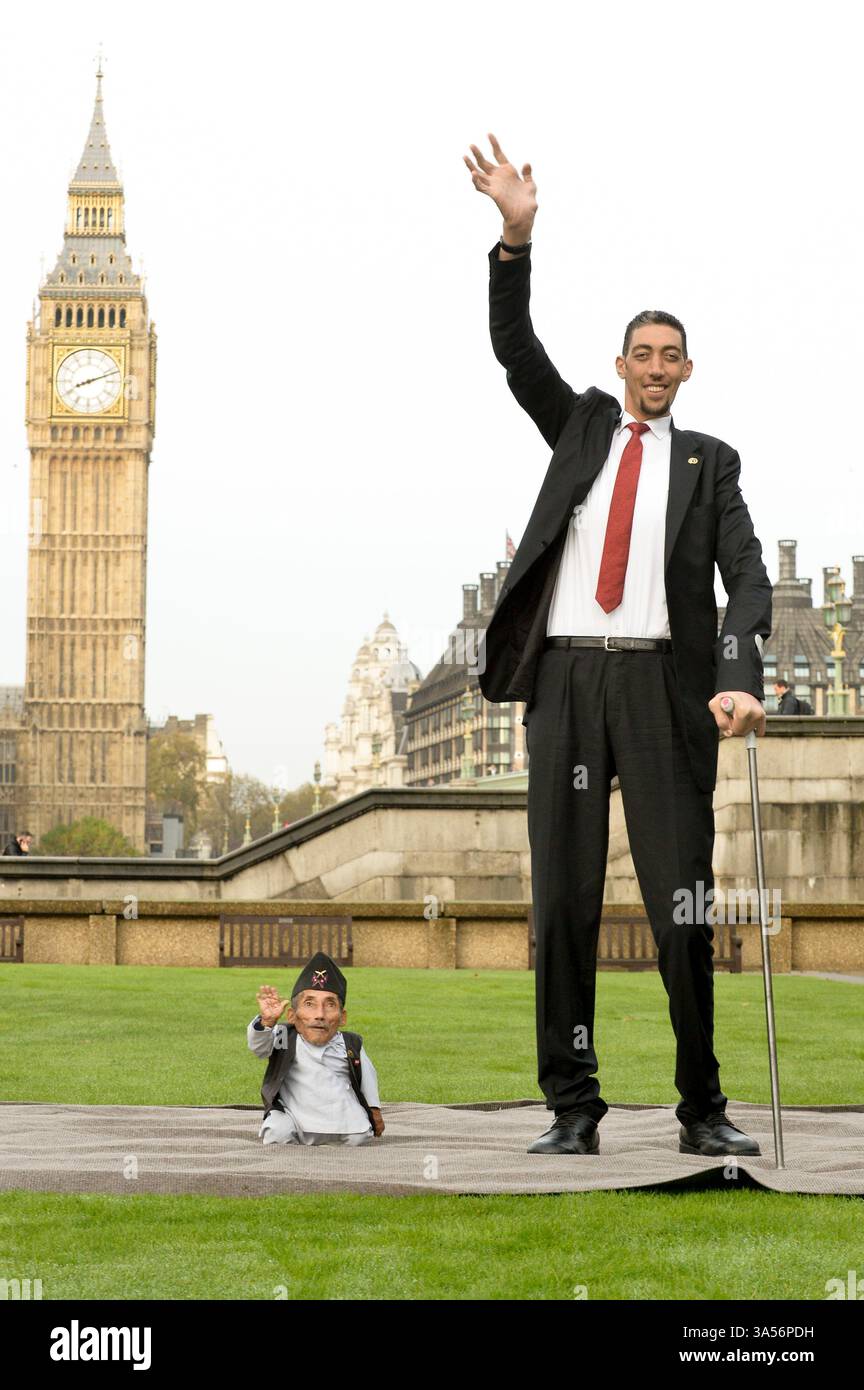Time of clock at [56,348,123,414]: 8:11
